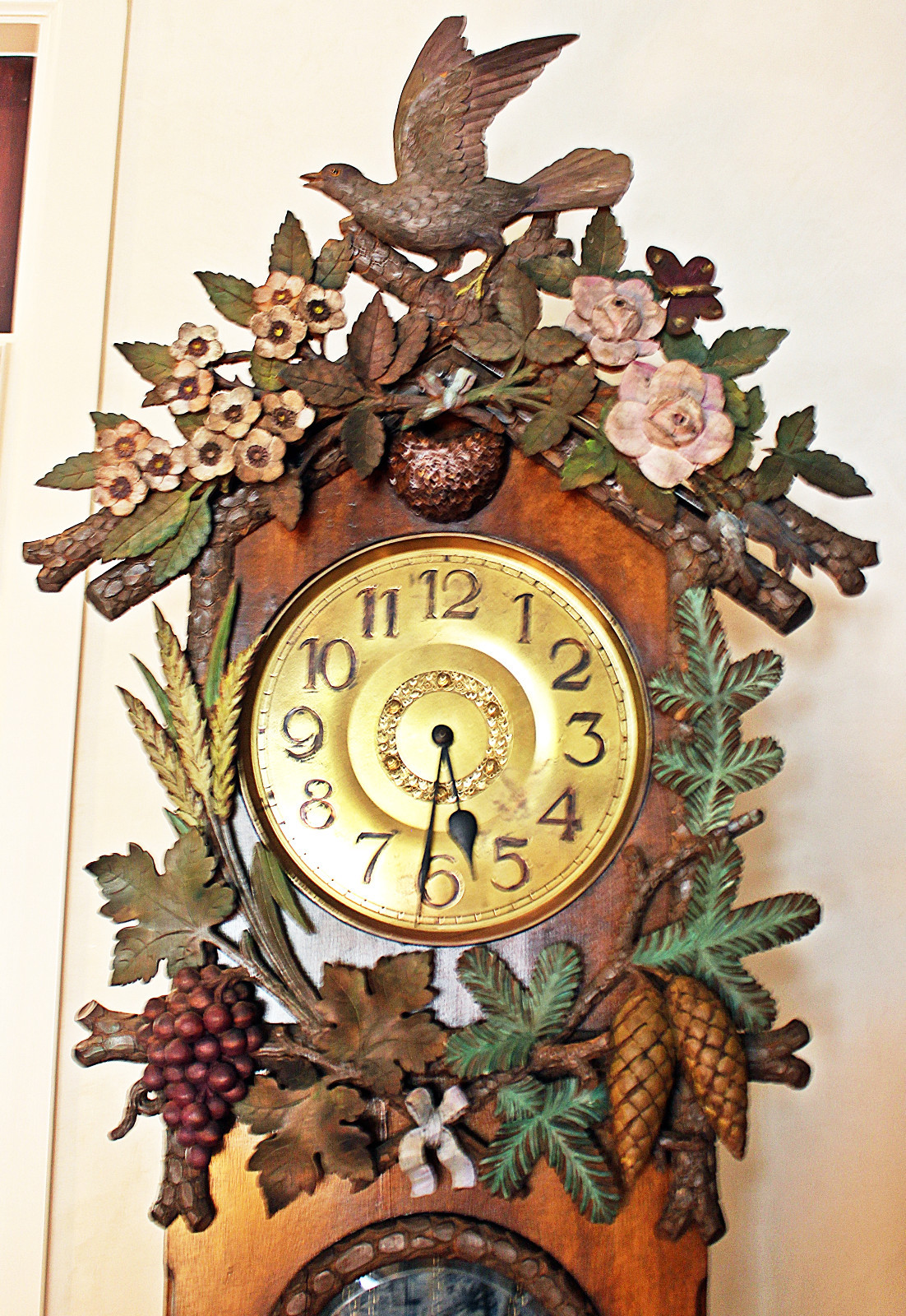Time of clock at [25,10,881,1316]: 5:31
